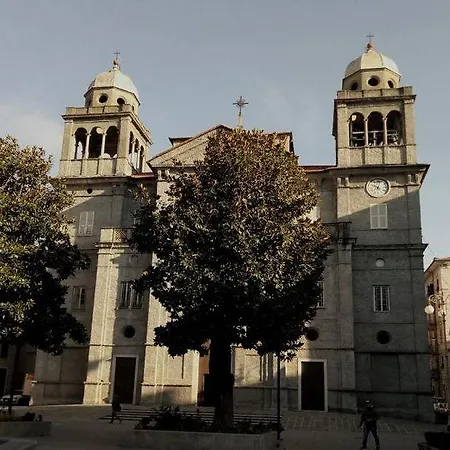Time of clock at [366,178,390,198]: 10:02
